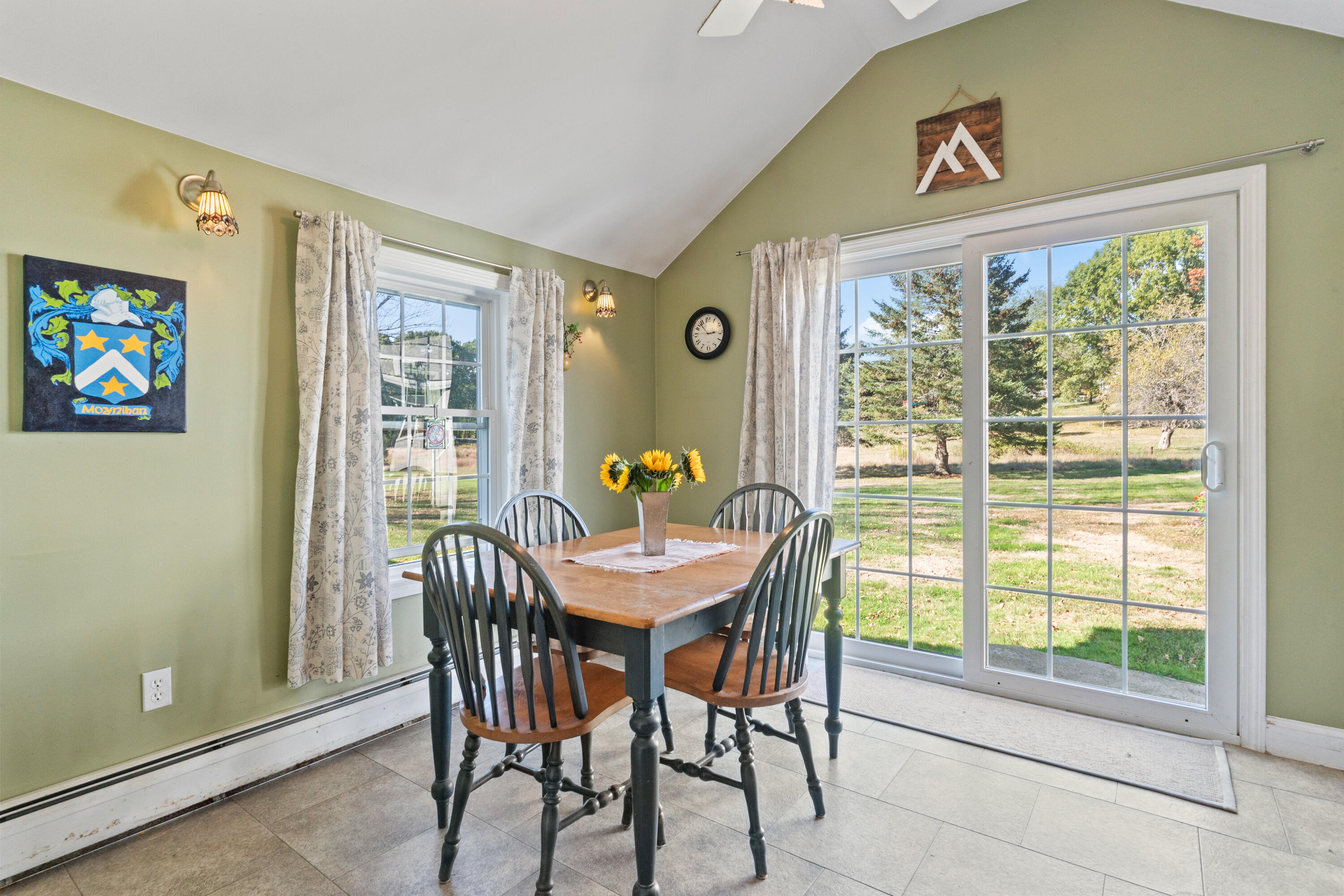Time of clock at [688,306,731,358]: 2:53
